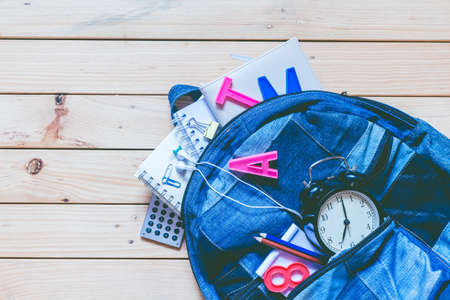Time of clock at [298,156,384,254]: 7:01
